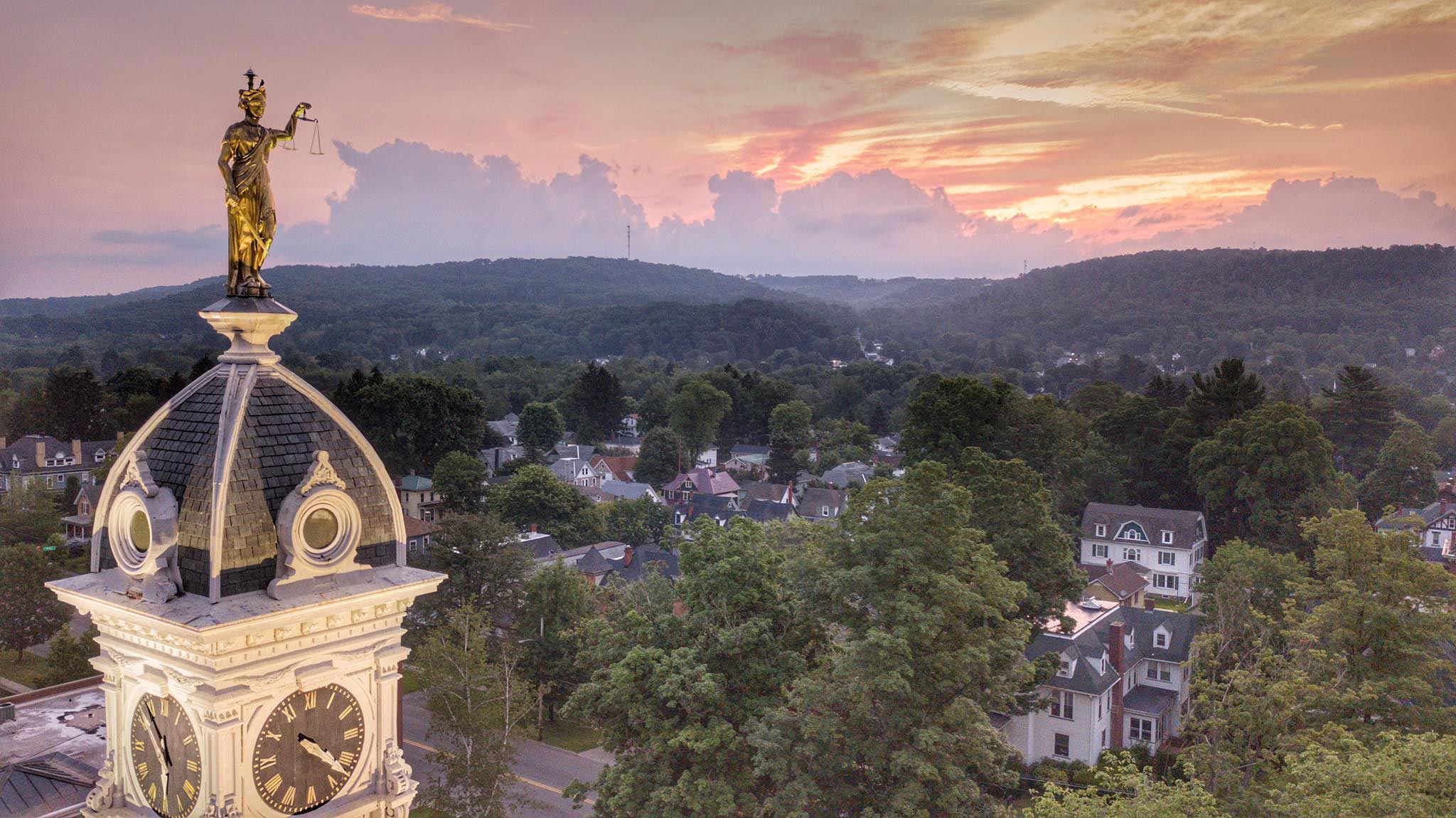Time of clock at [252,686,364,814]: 4:22
